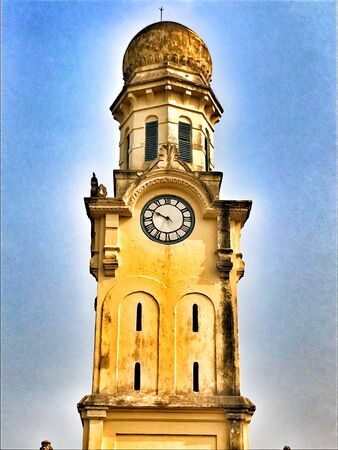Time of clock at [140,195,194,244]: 9:49
